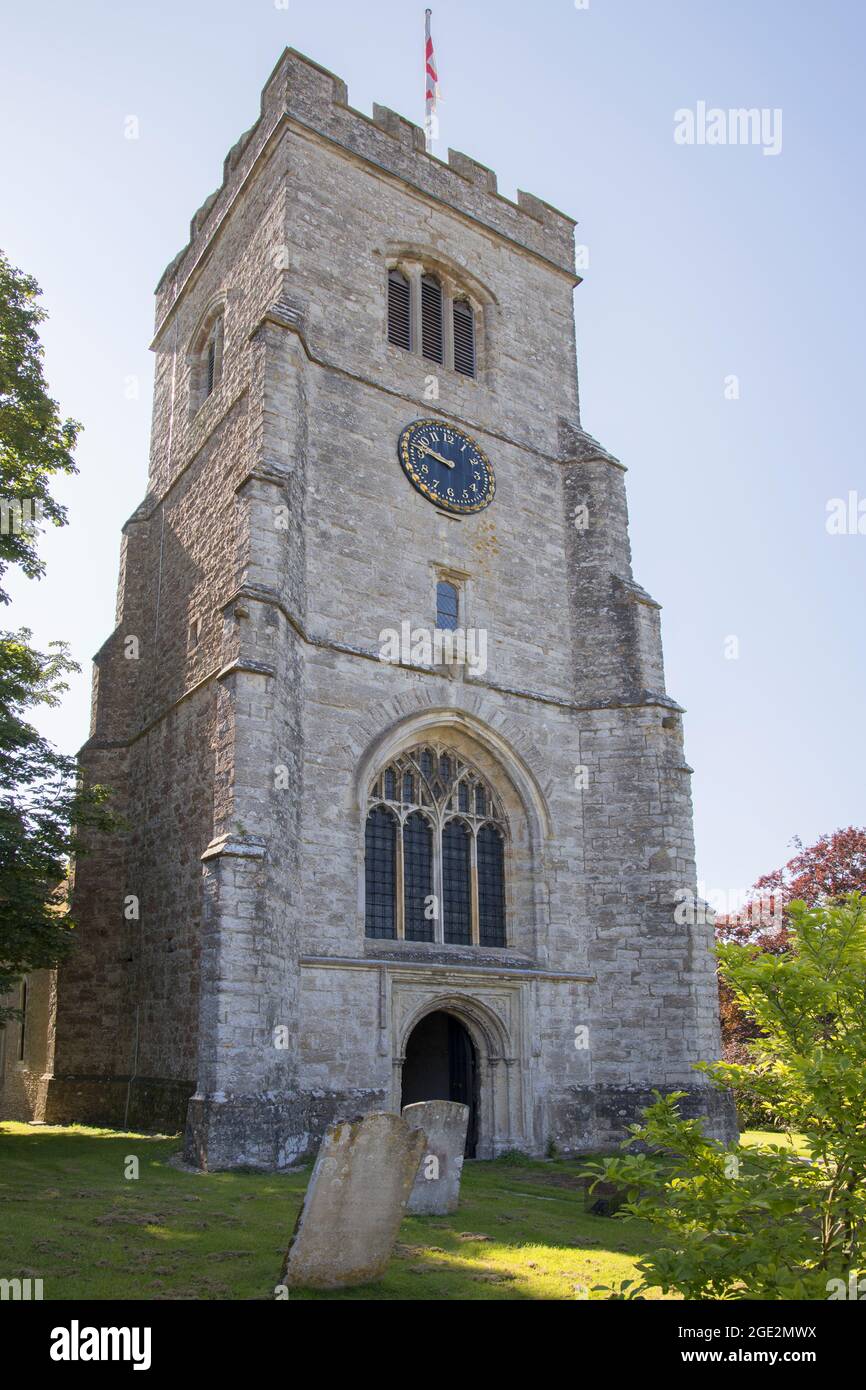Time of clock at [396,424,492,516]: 9:47
